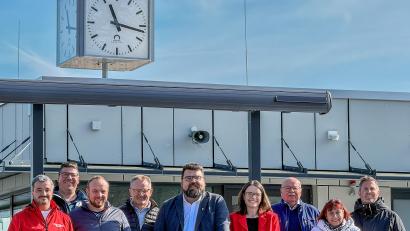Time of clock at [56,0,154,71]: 11:16
